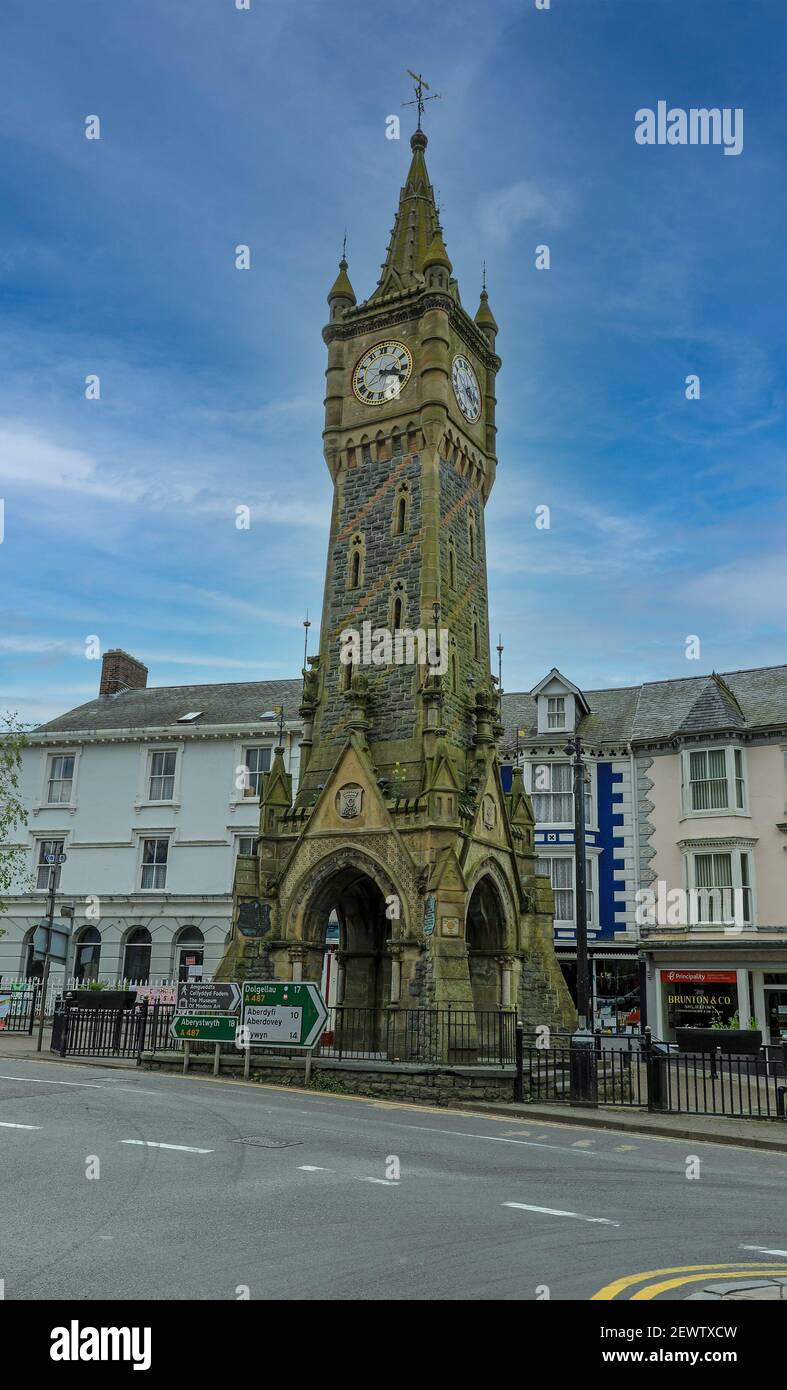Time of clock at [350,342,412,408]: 3:18
